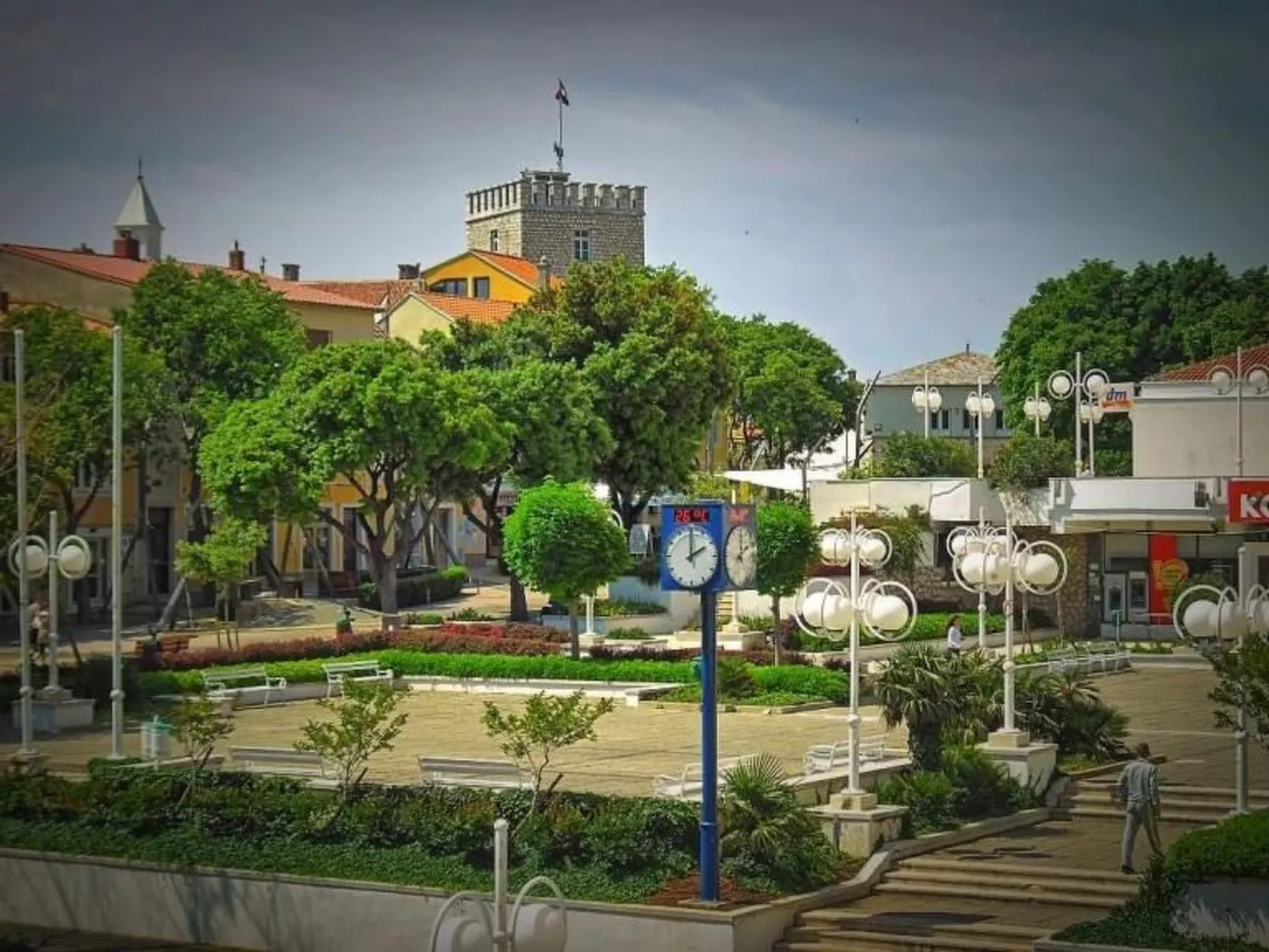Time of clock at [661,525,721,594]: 2:00
